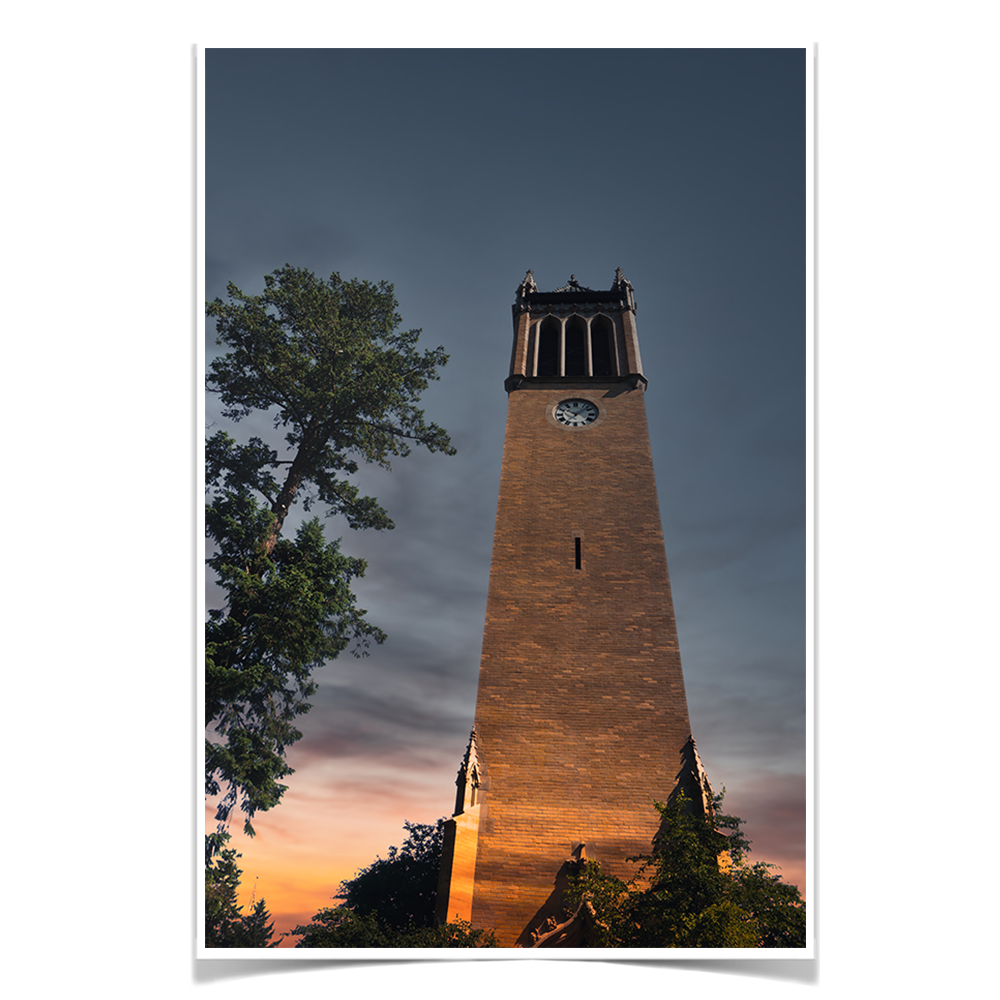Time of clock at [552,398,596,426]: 10:07
